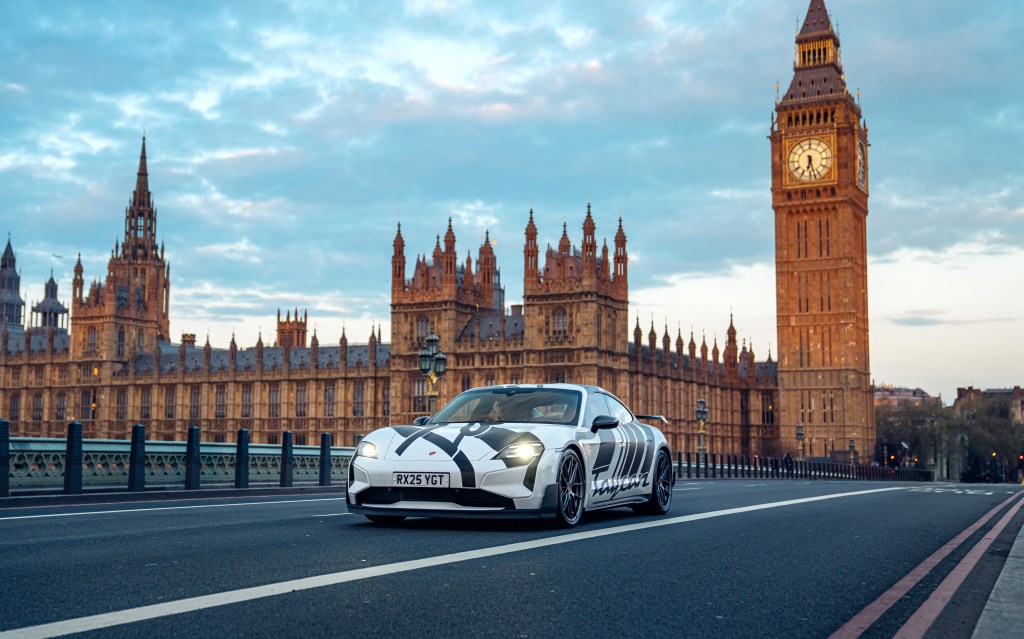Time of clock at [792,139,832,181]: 6:27
